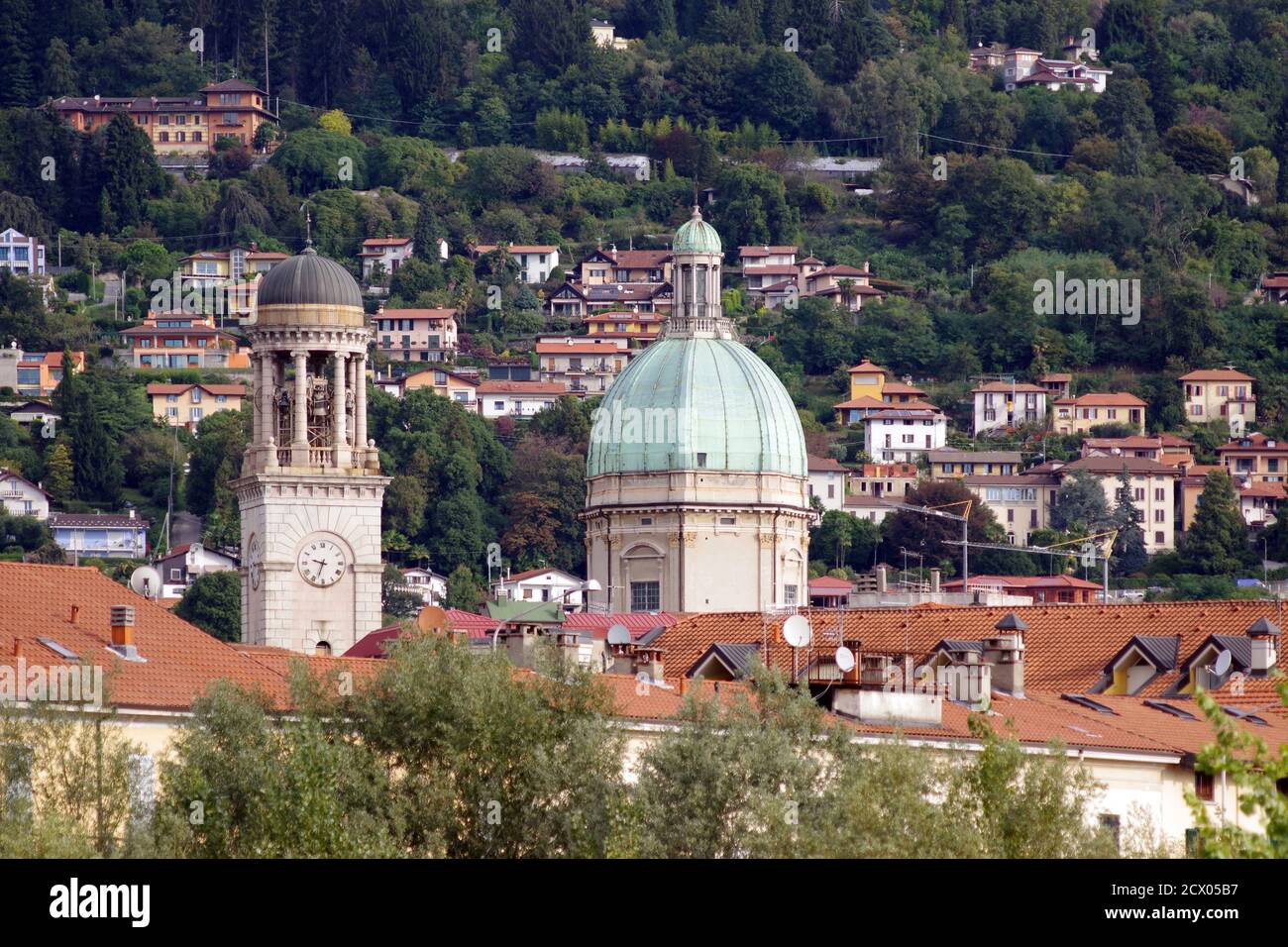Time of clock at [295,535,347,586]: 9:33
